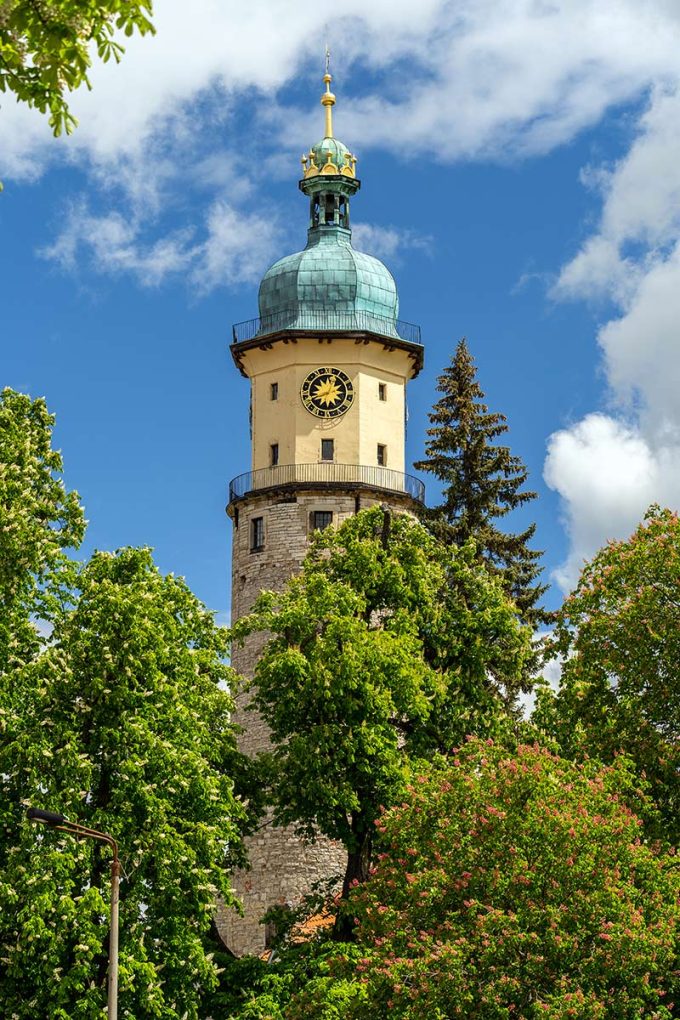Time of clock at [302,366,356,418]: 12:41
